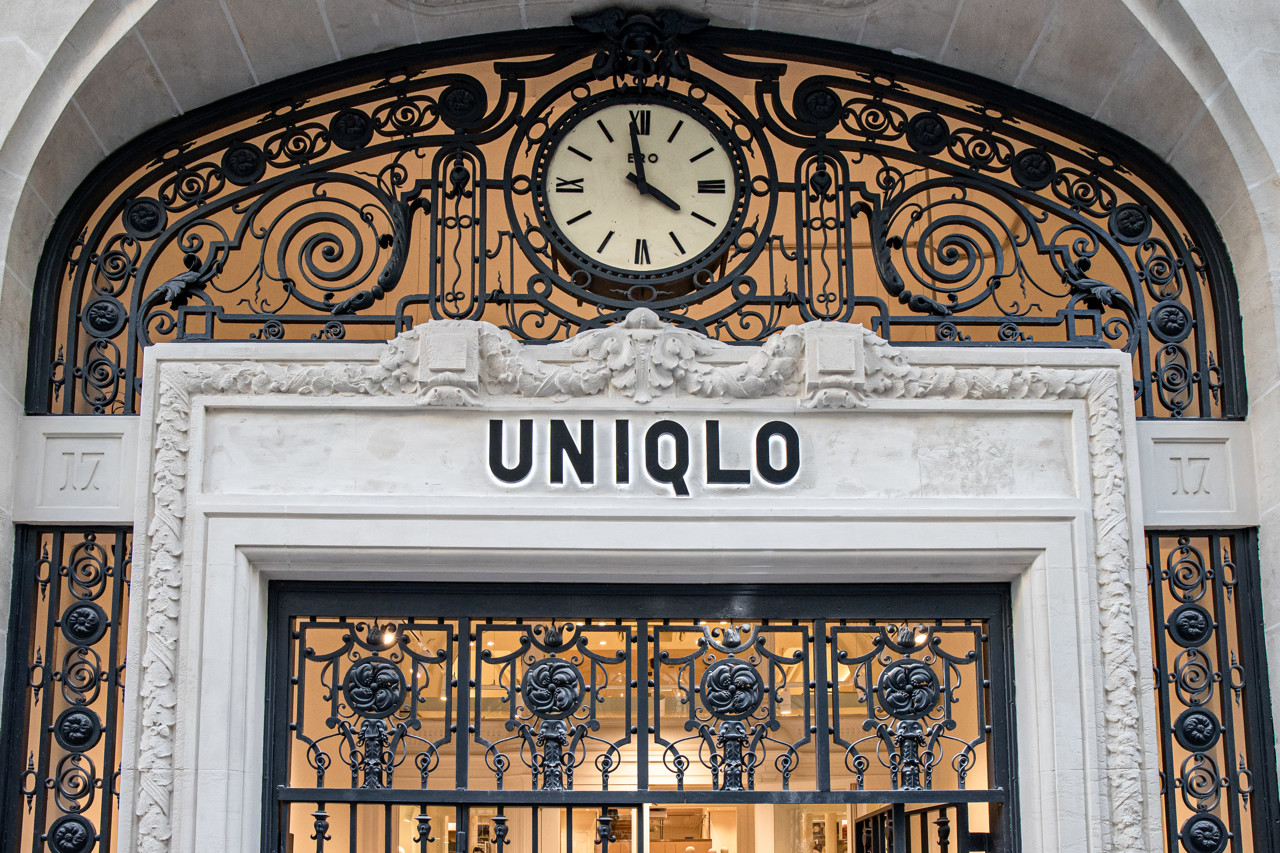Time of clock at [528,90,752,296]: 3:58
